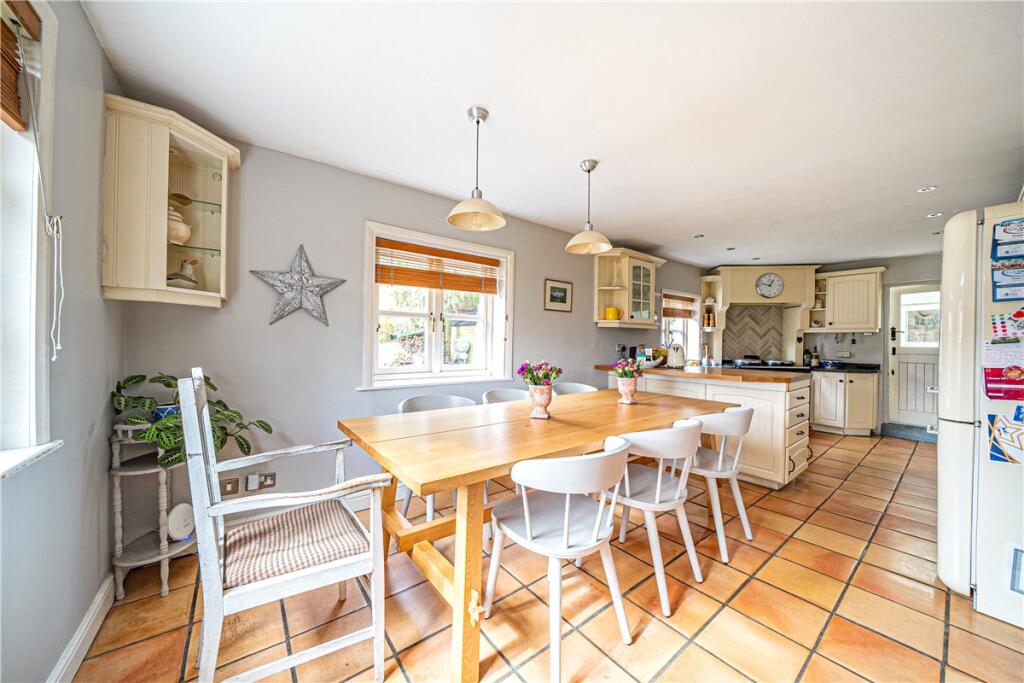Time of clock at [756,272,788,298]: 12:47
